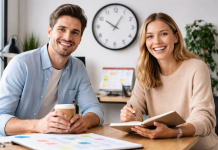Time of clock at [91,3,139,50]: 10:04
